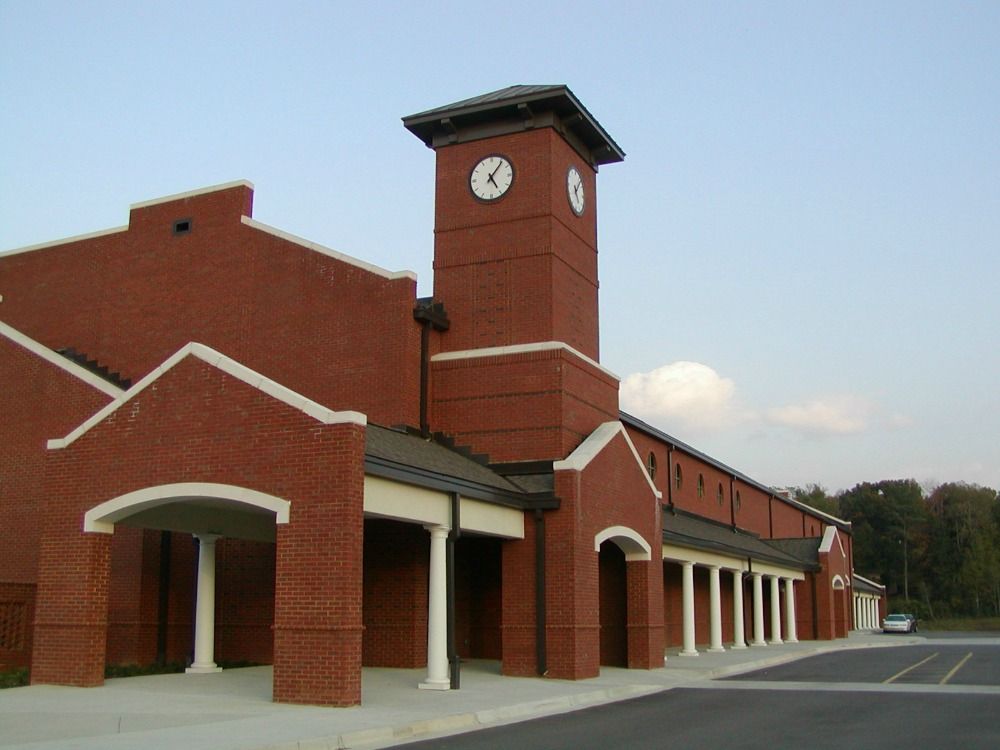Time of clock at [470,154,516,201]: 5:06
